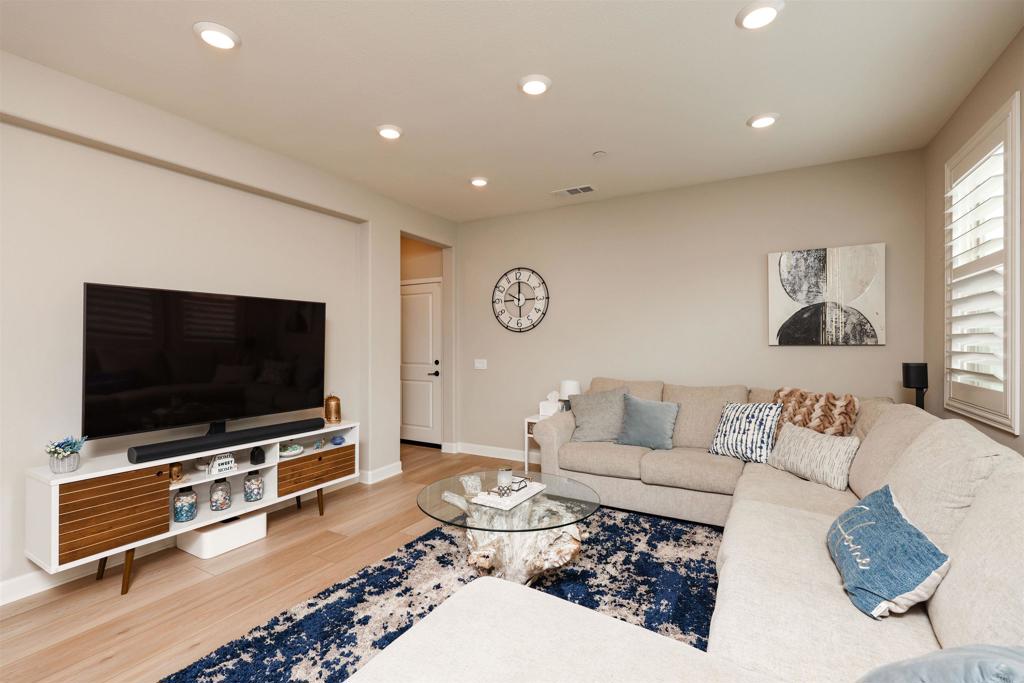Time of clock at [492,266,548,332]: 10:00
